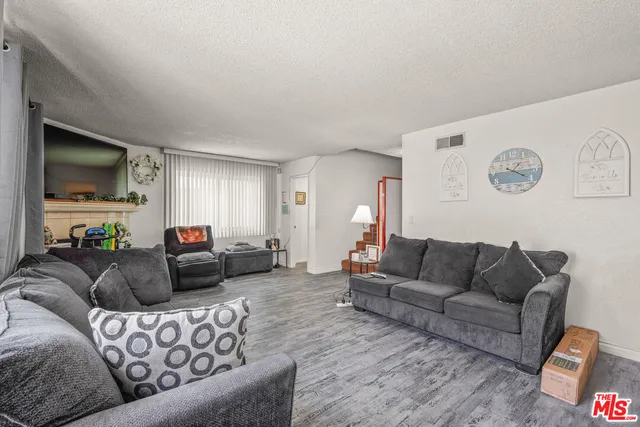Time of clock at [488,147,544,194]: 1:18
